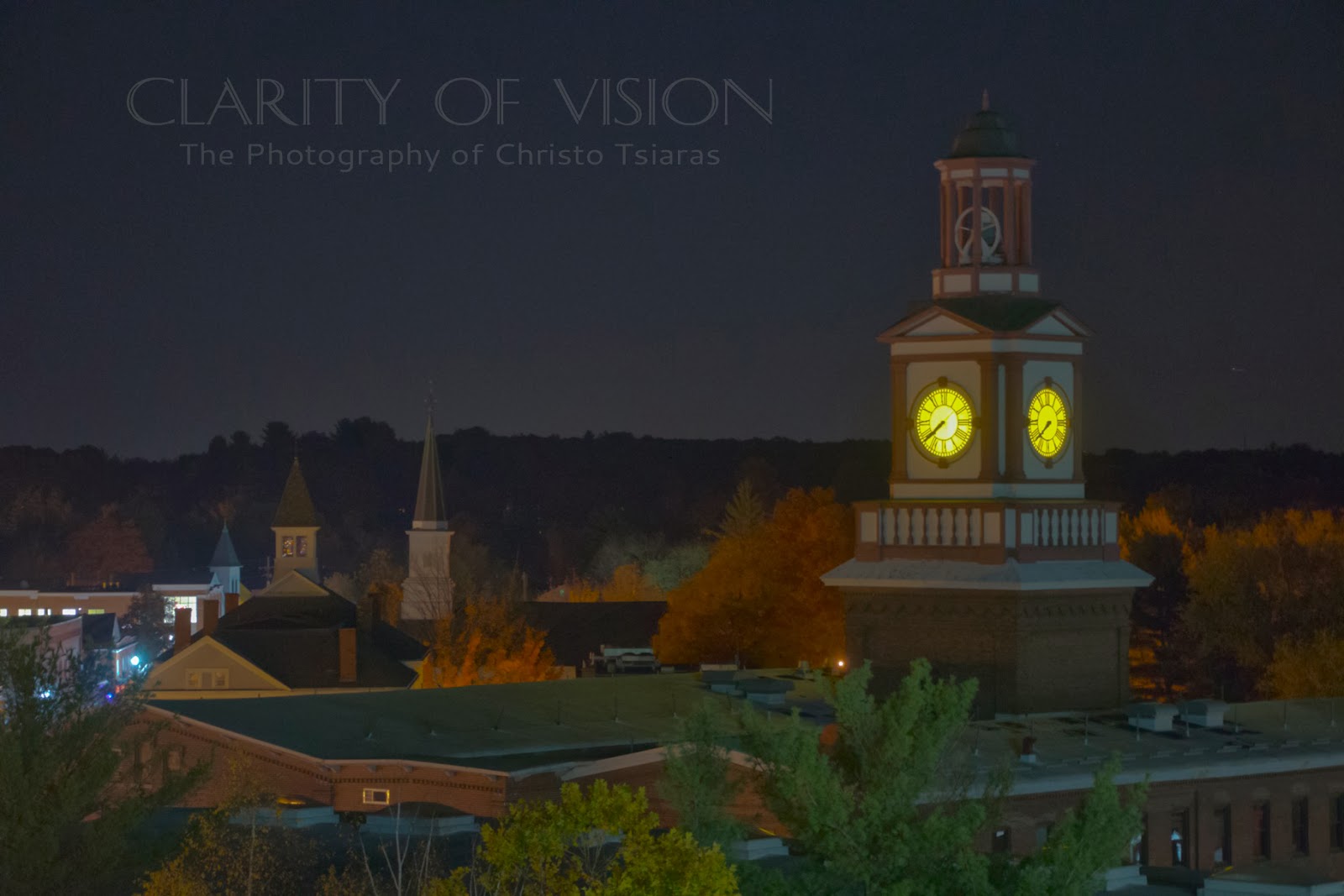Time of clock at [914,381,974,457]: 7:38
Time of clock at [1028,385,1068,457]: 7:38
